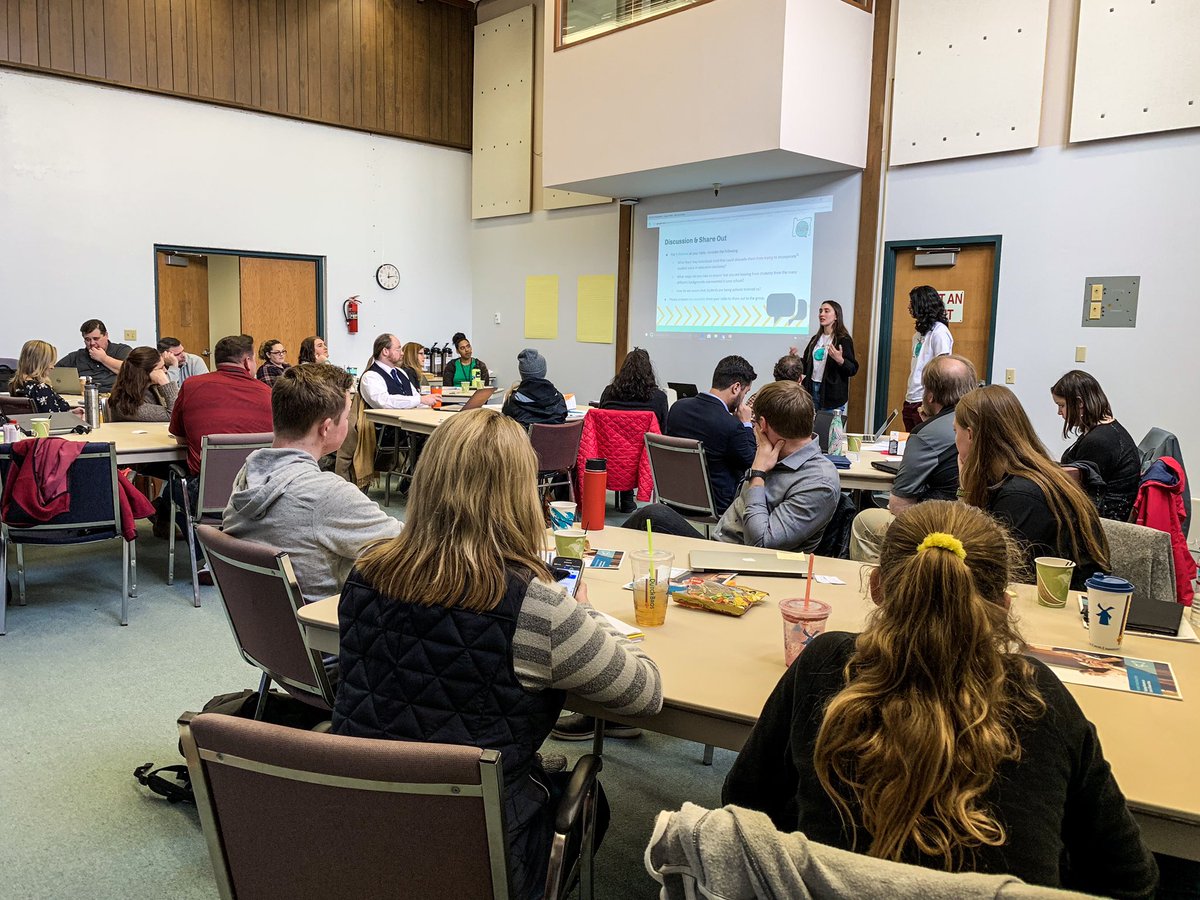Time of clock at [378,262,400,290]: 12:13
